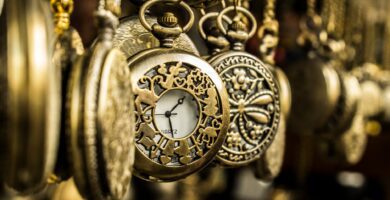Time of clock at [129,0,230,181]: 1:28
